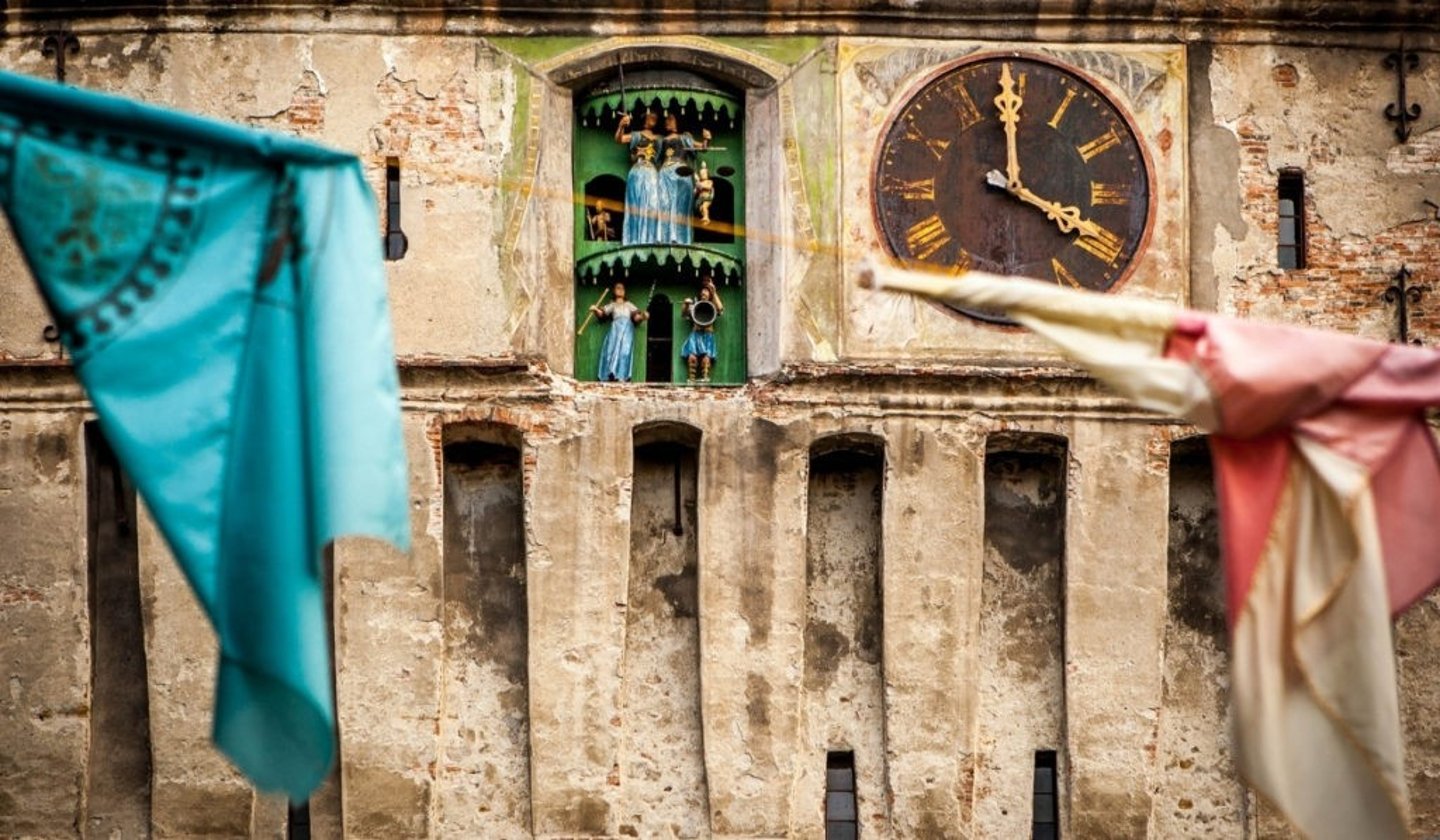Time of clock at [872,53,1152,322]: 3:59
